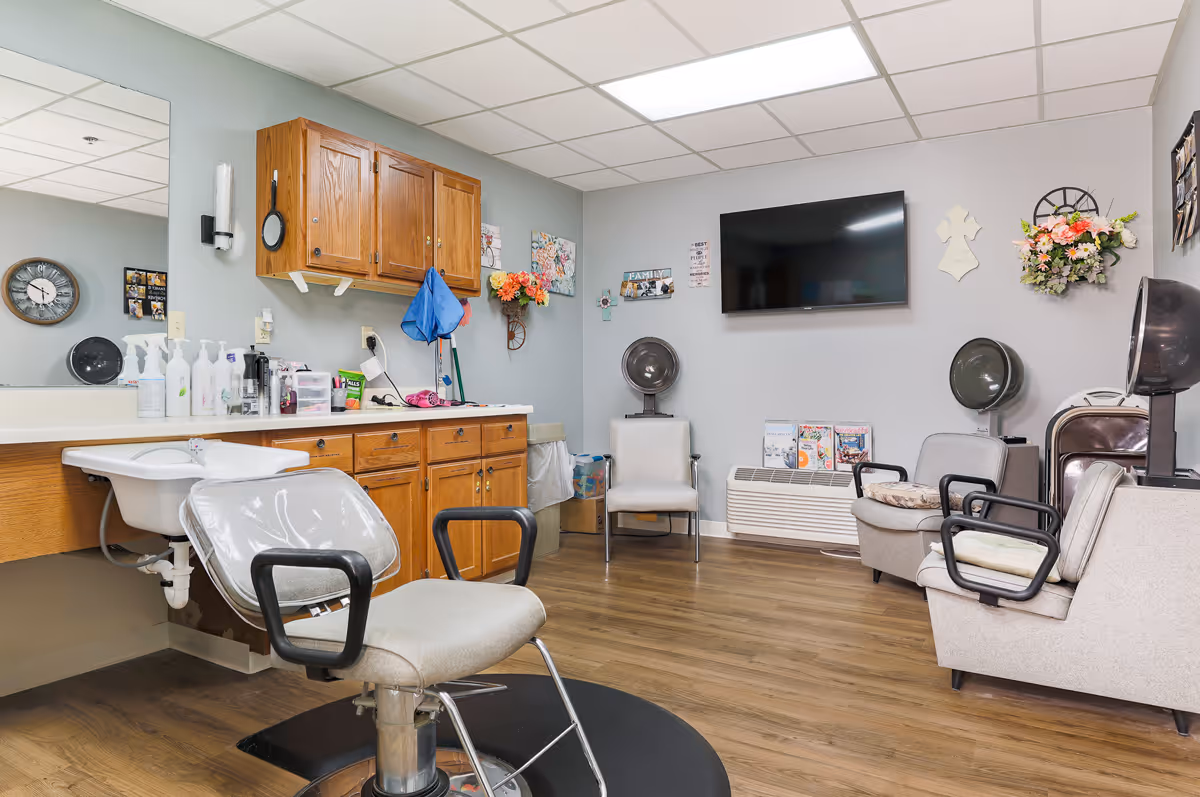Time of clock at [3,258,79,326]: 5:49
